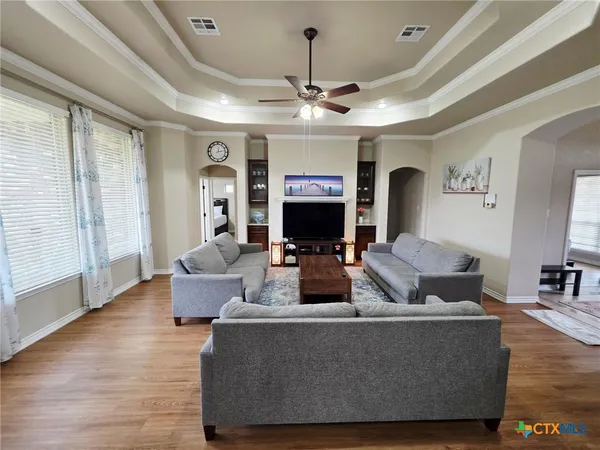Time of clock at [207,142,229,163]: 12:13
